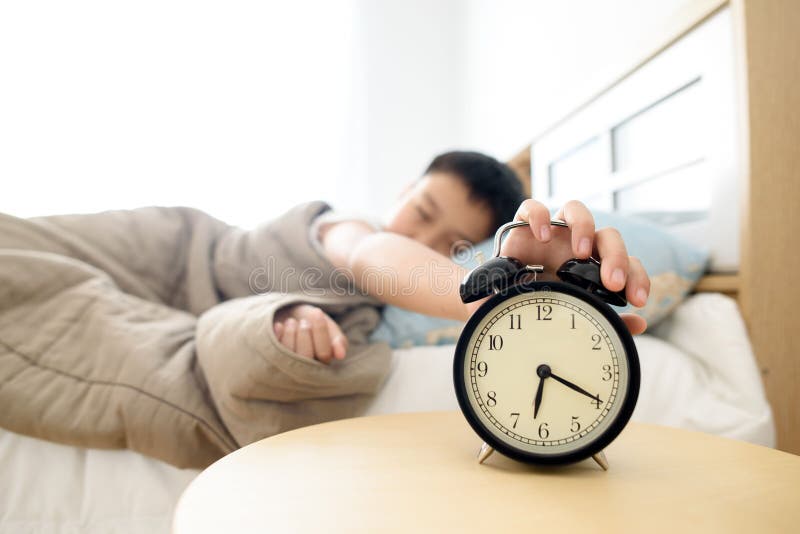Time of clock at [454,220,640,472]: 6:19
